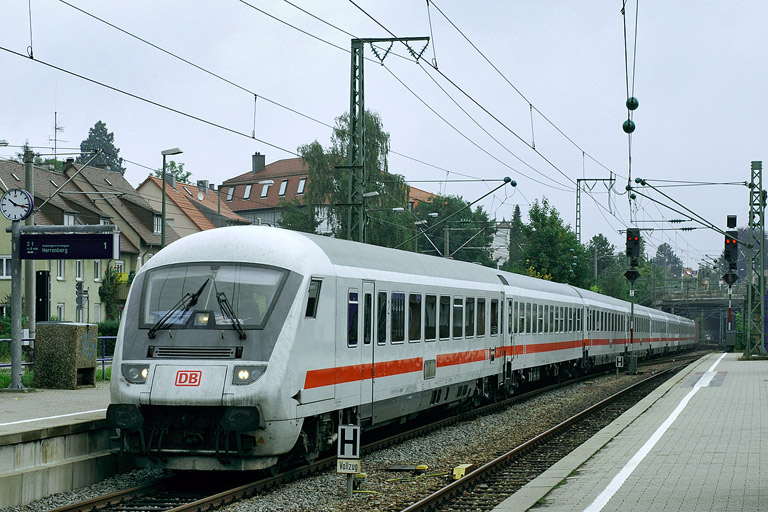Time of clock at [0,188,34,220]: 10:17
